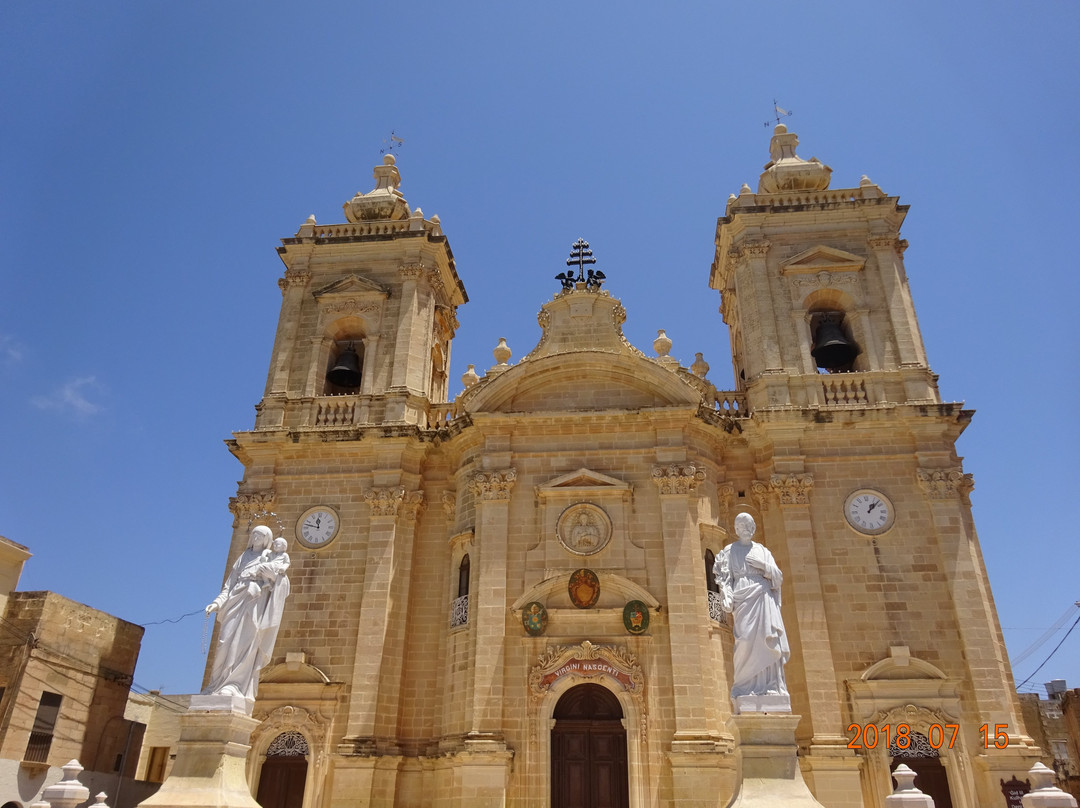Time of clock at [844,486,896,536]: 1:07
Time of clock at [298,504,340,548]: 11:47
